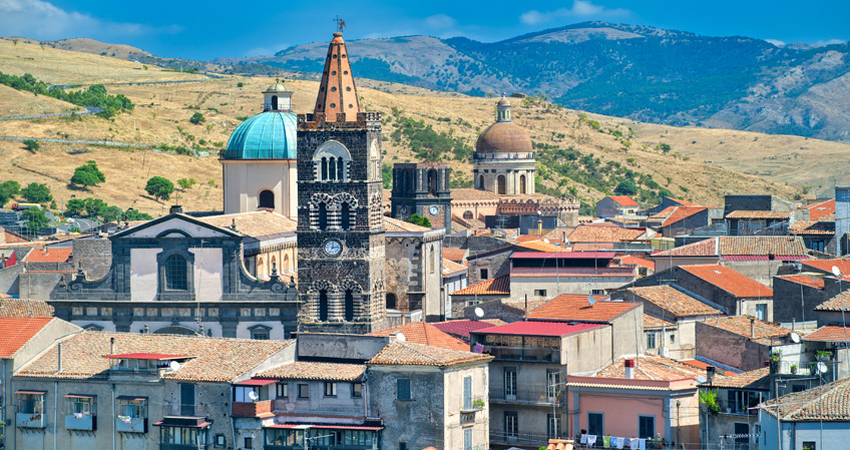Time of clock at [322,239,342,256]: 12:13
